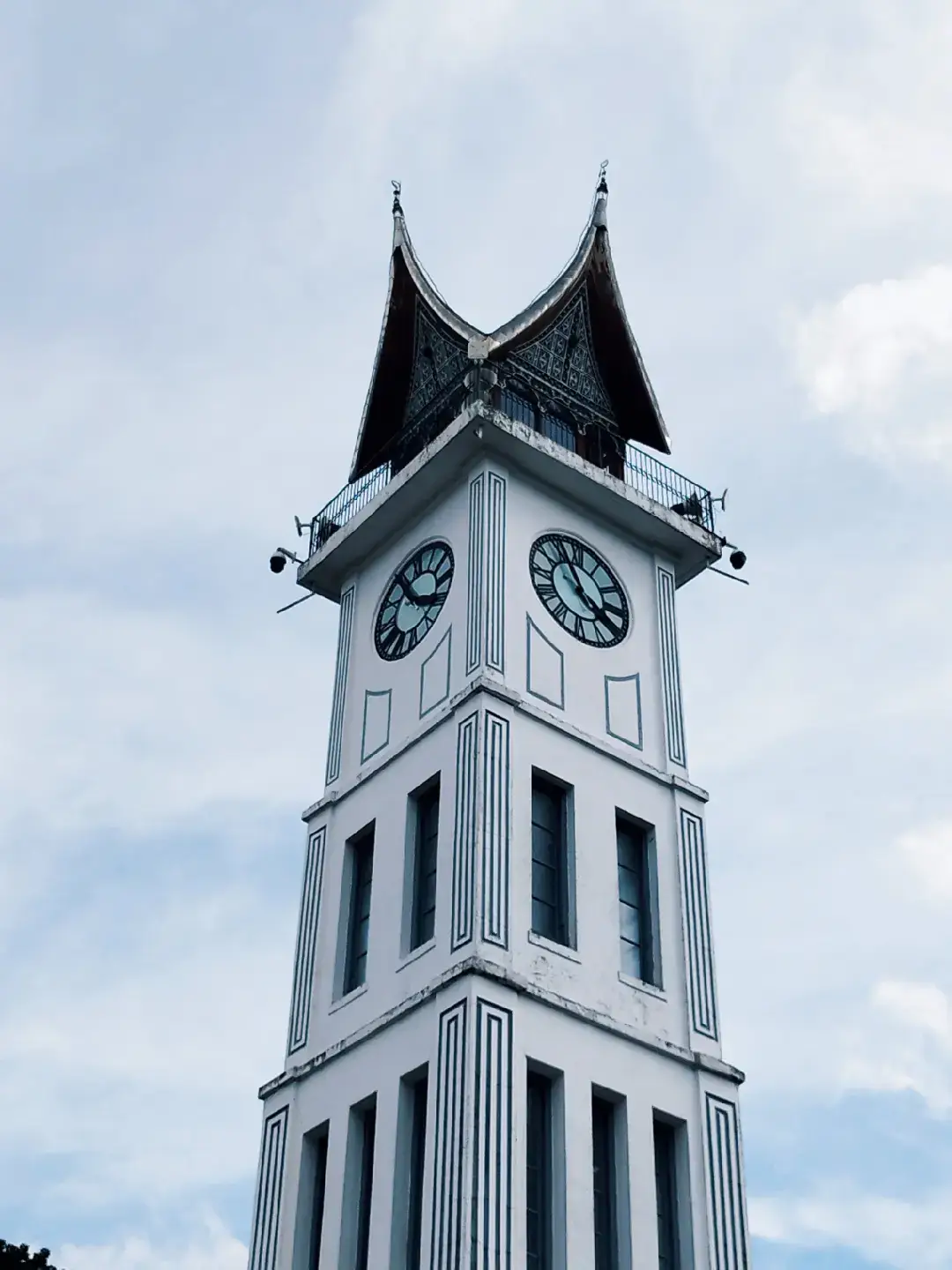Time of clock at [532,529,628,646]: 3:56
